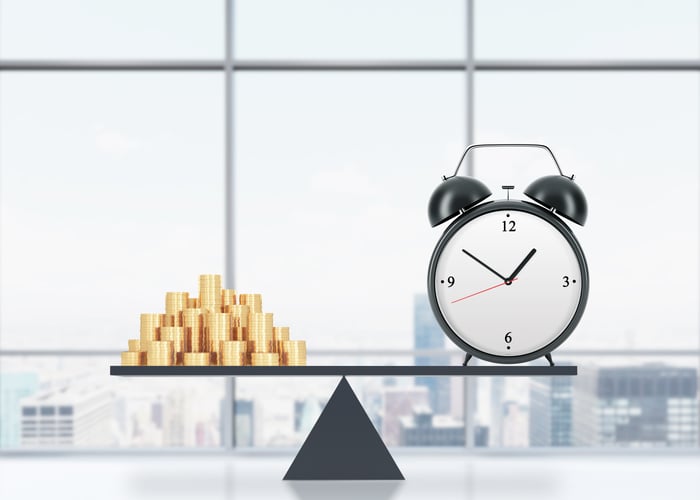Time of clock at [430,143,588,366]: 1:50
